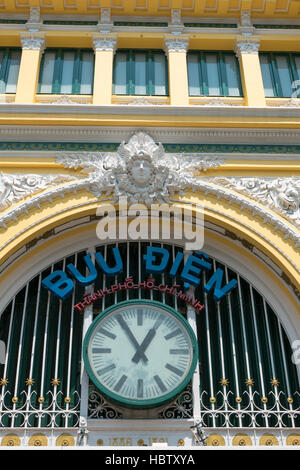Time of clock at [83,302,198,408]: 12:55
